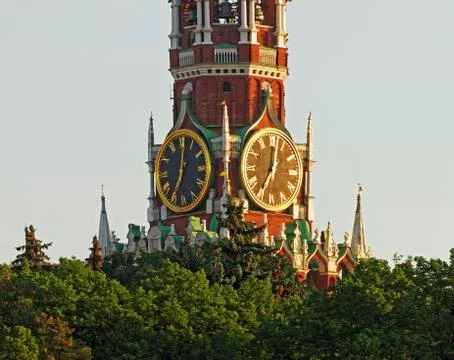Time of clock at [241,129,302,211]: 7:01
